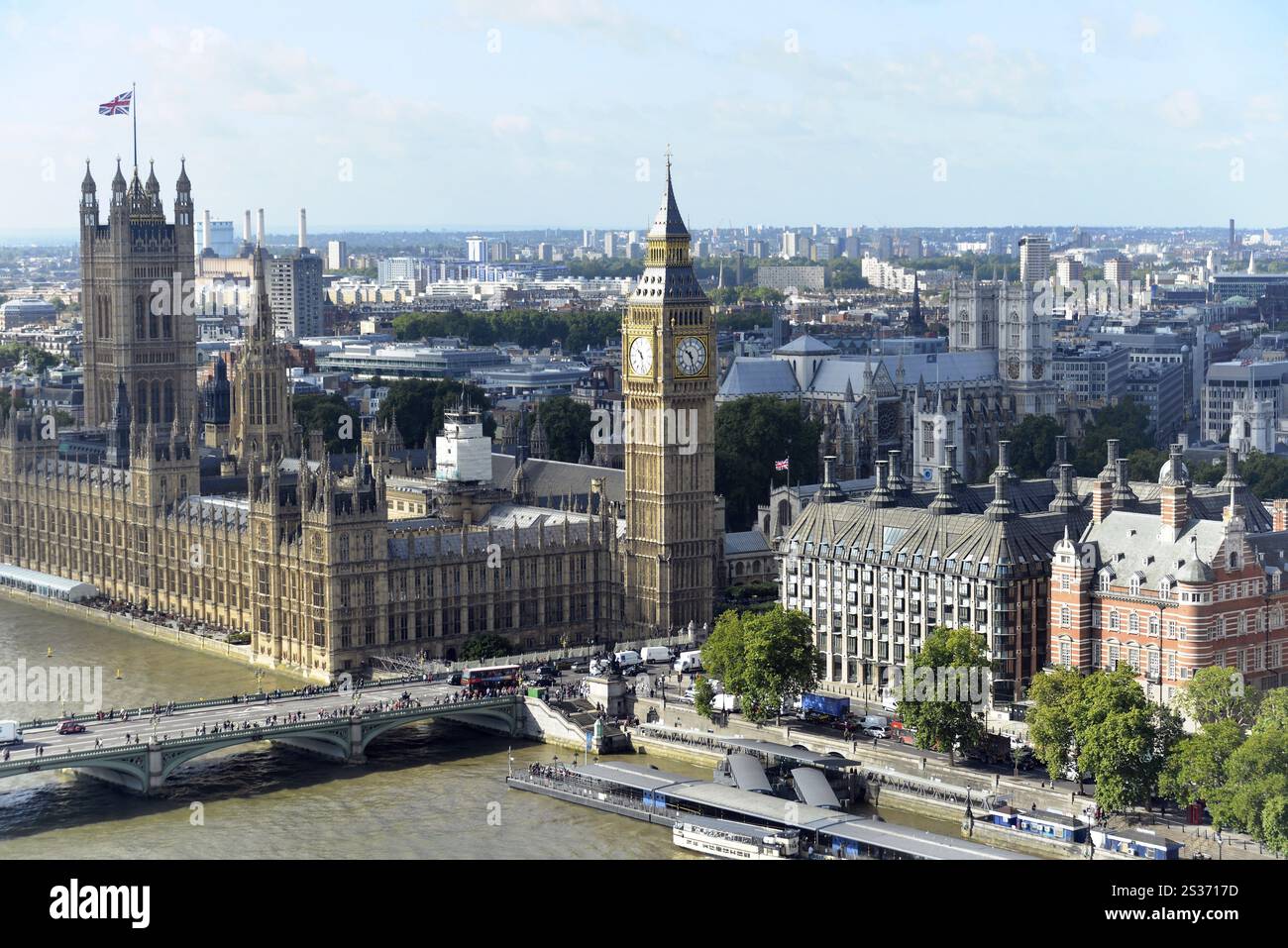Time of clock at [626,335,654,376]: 10:28
